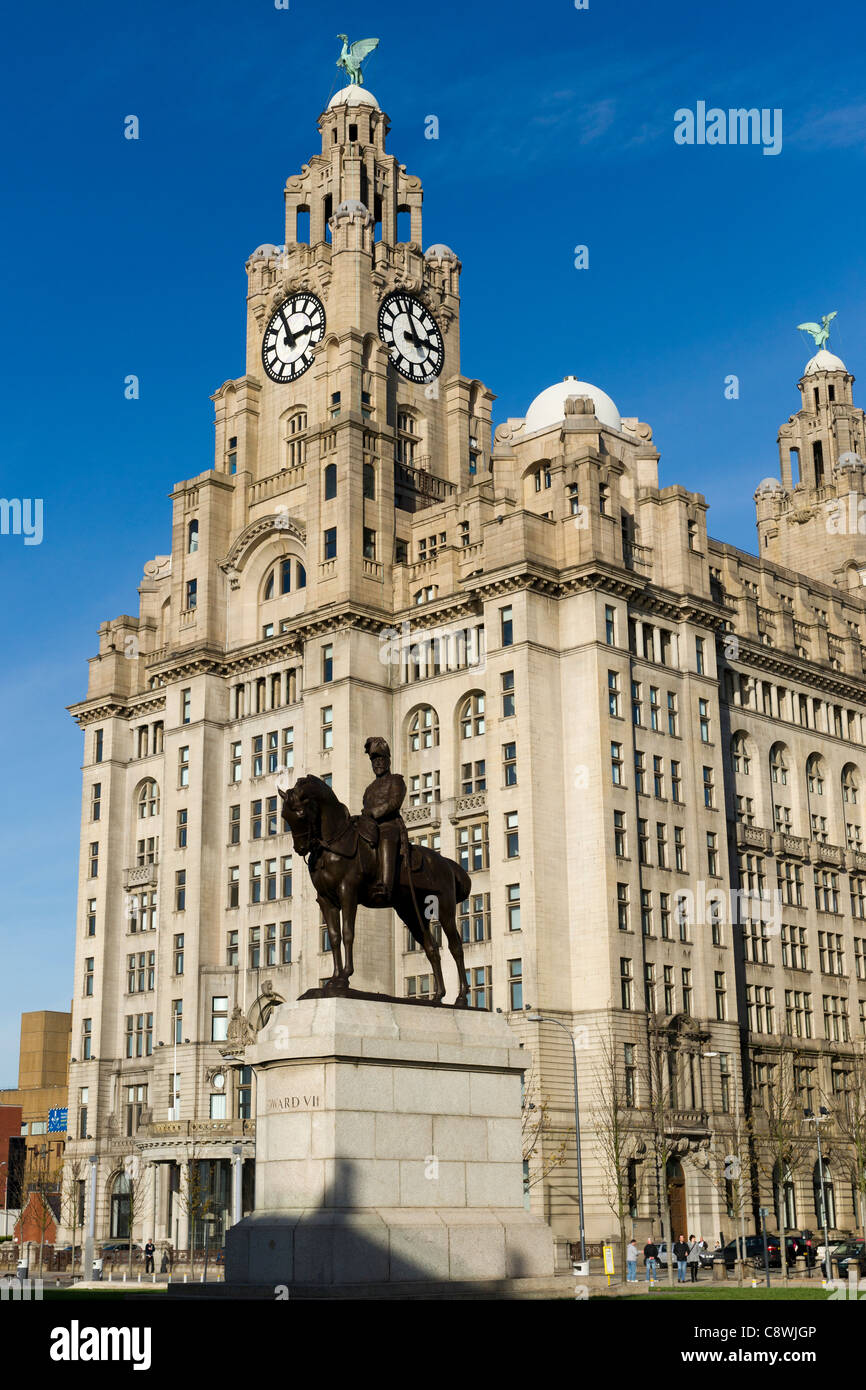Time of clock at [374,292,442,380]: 2:56
